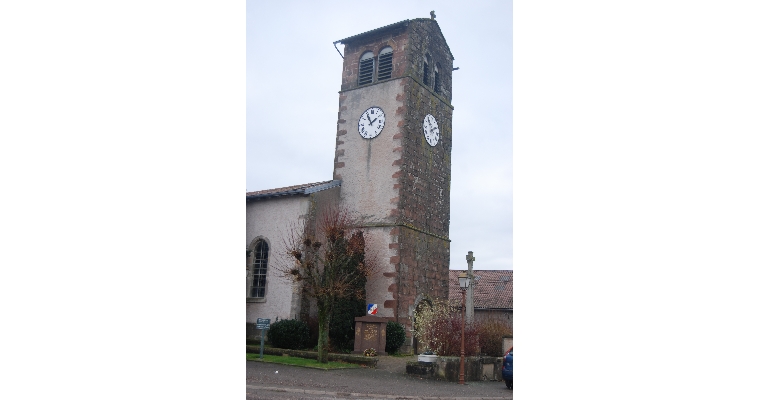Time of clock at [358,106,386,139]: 1:54
